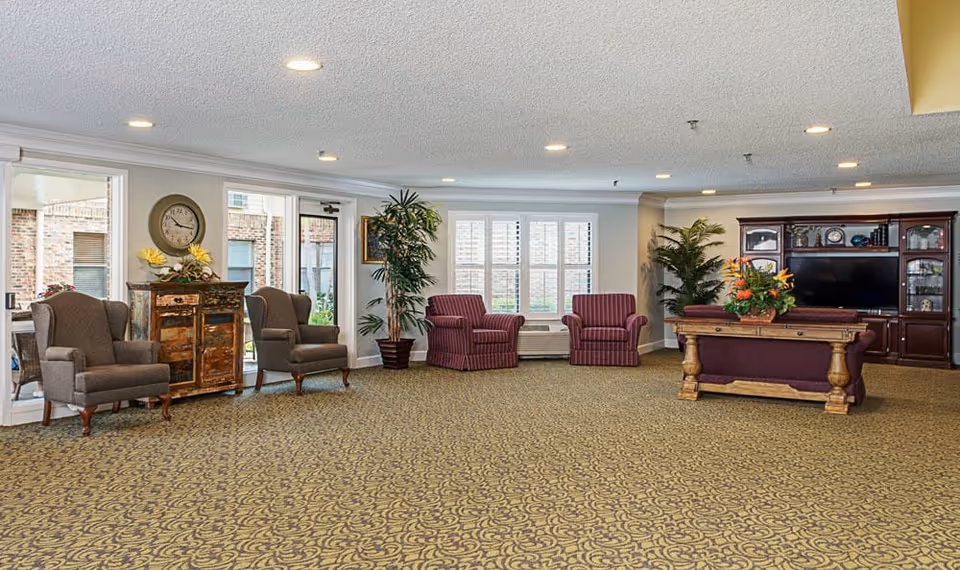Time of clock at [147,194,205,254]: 10:16
